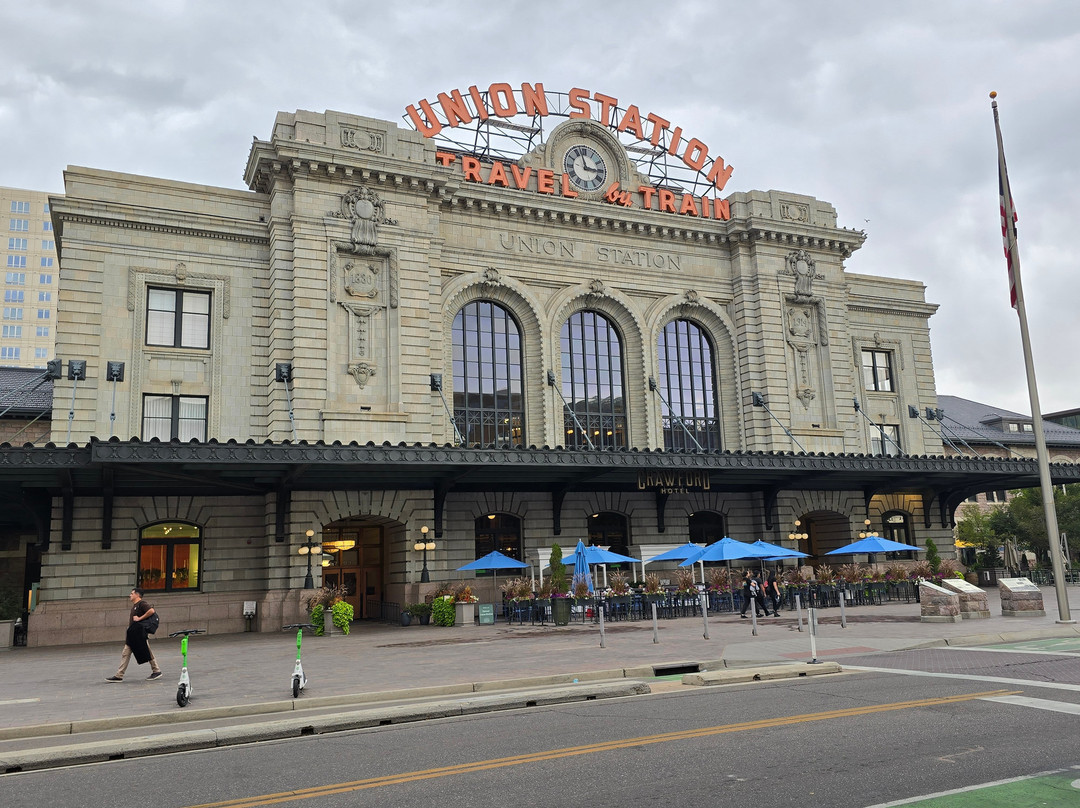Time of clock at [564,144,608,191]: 2:57
